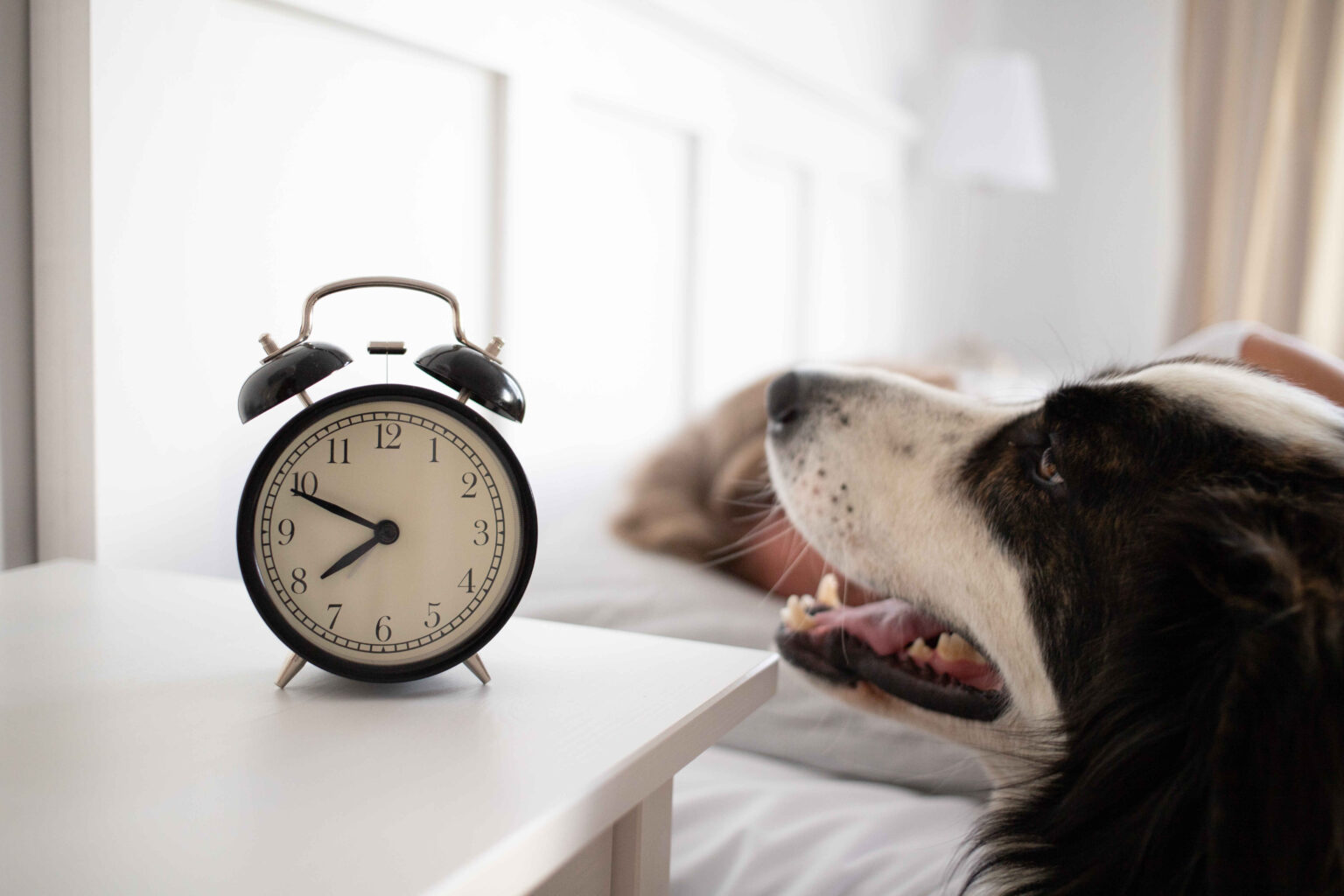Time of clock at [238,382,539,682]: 7:49
